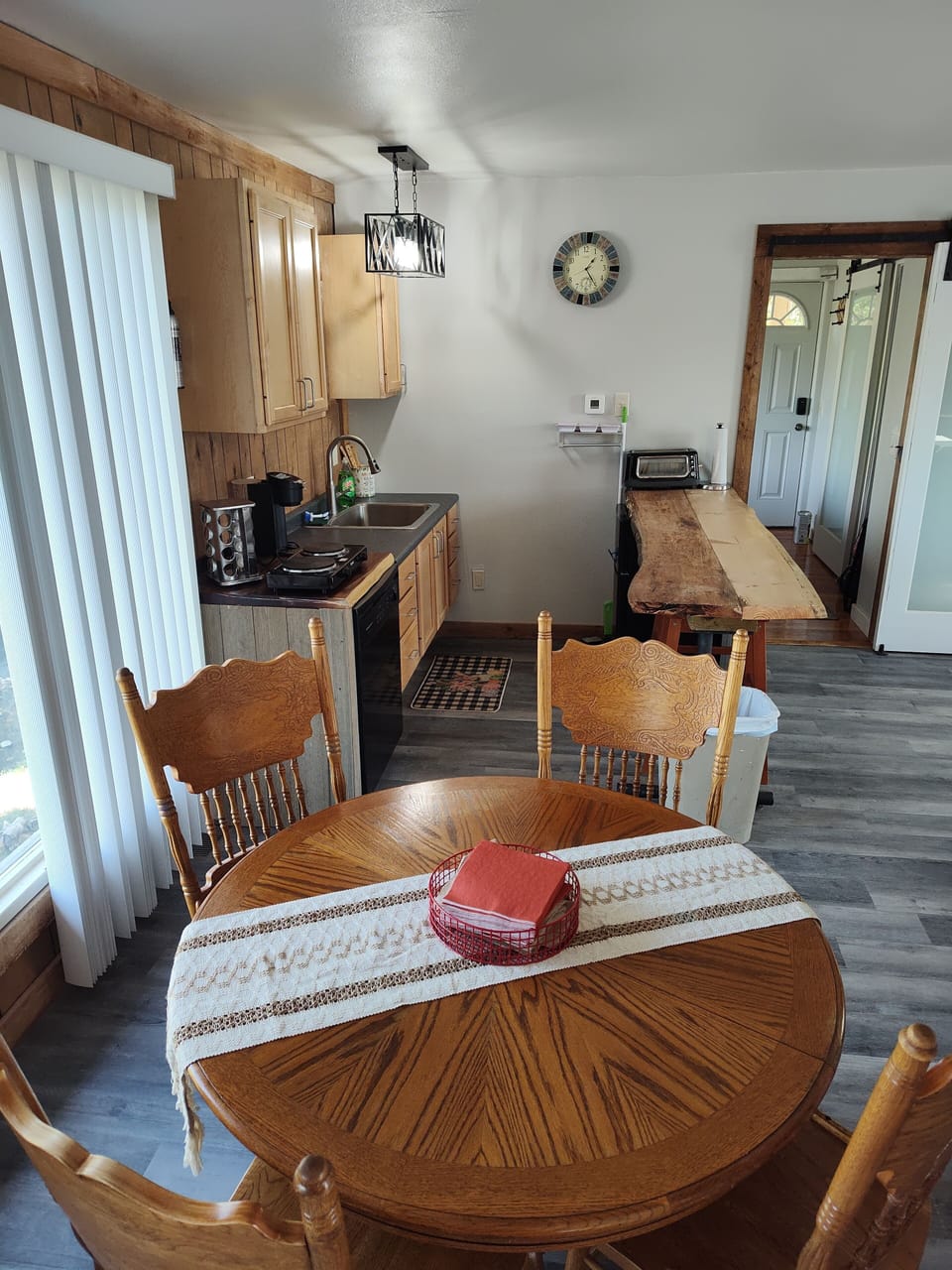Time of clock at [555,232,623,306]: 1:24
